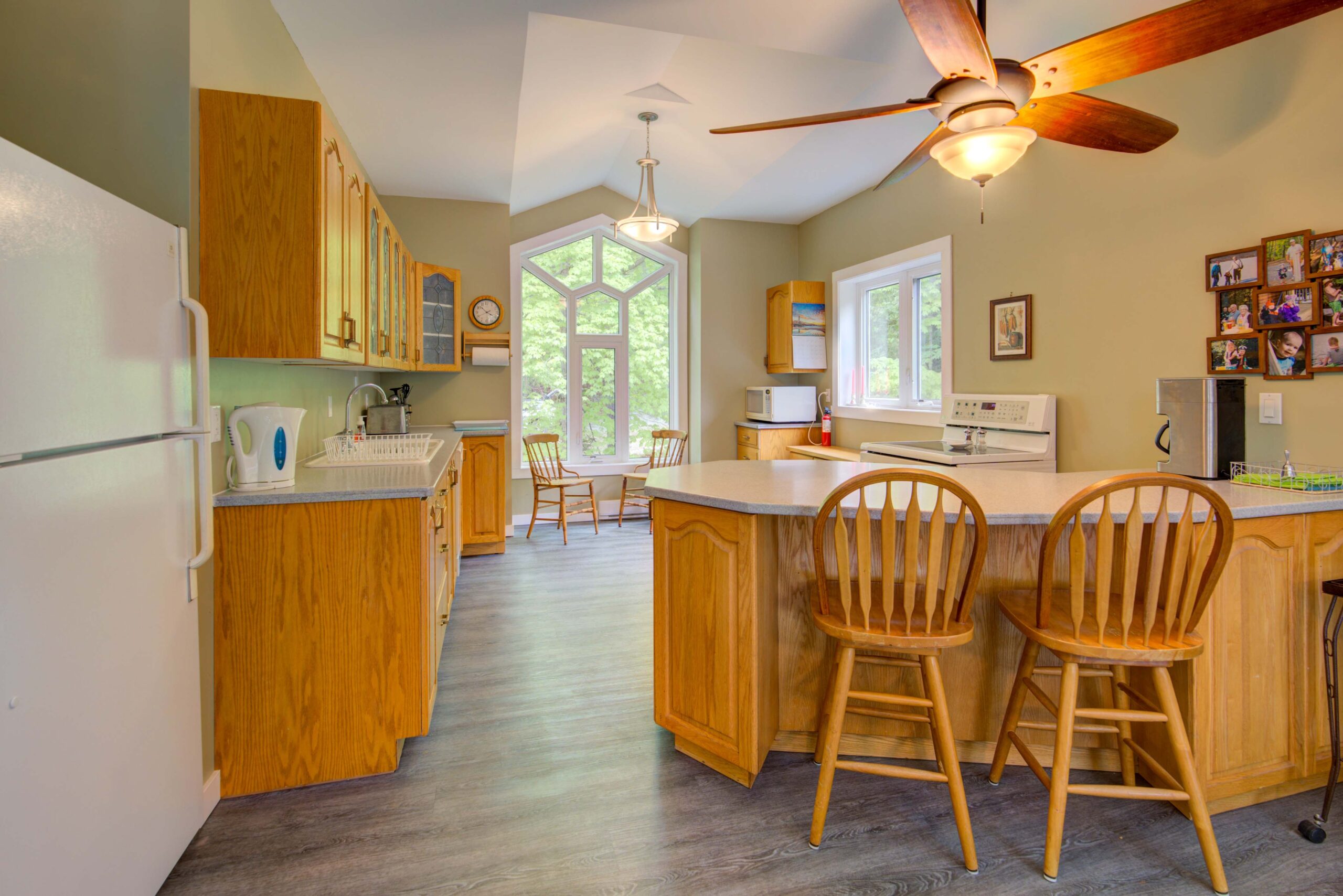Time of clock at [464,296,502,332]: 3:52
